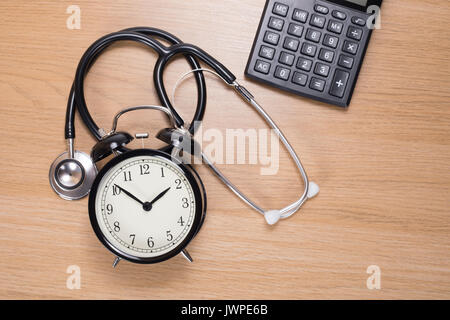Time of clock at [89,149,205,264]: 1:51
